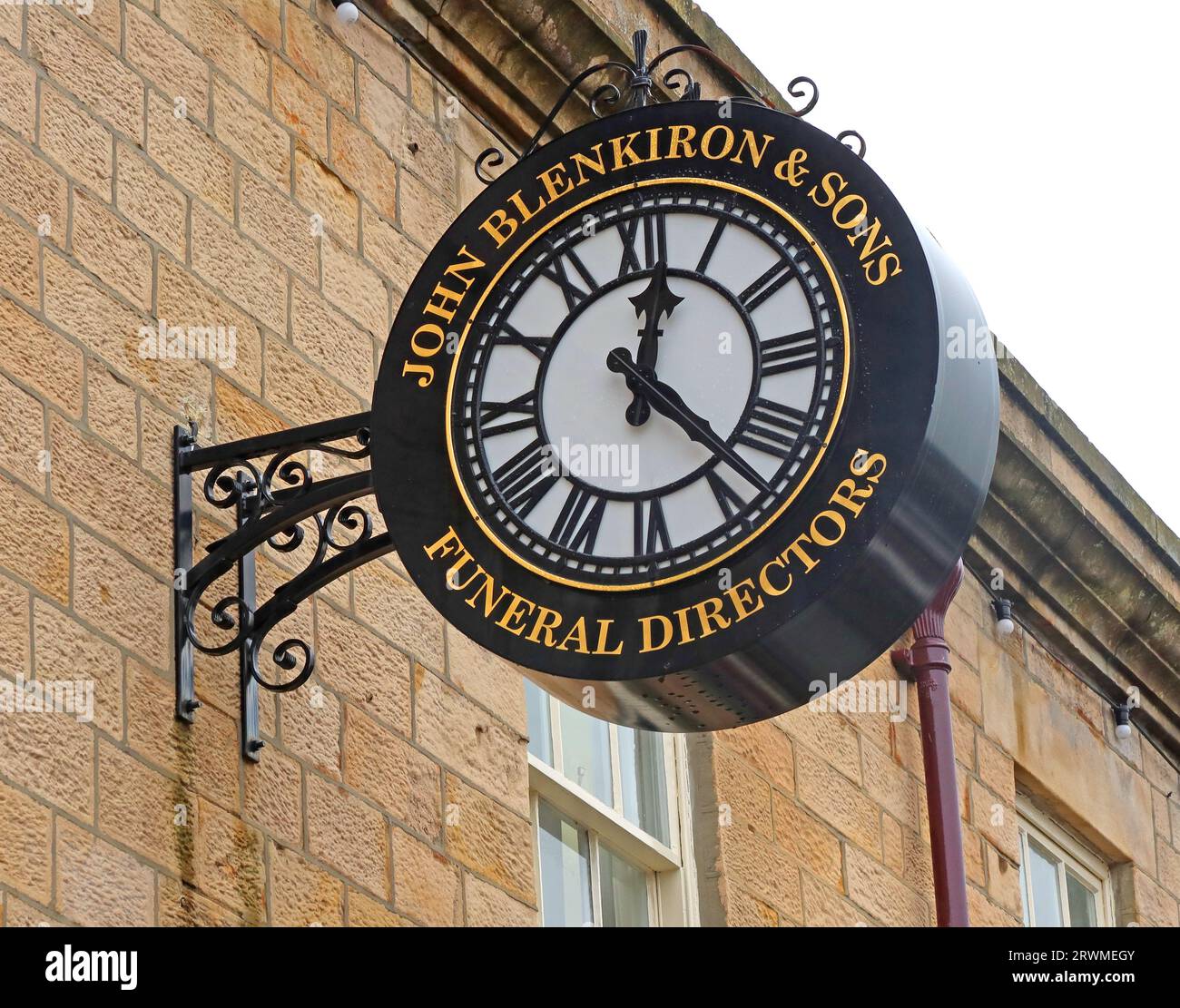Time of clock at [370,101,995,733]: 12:22
